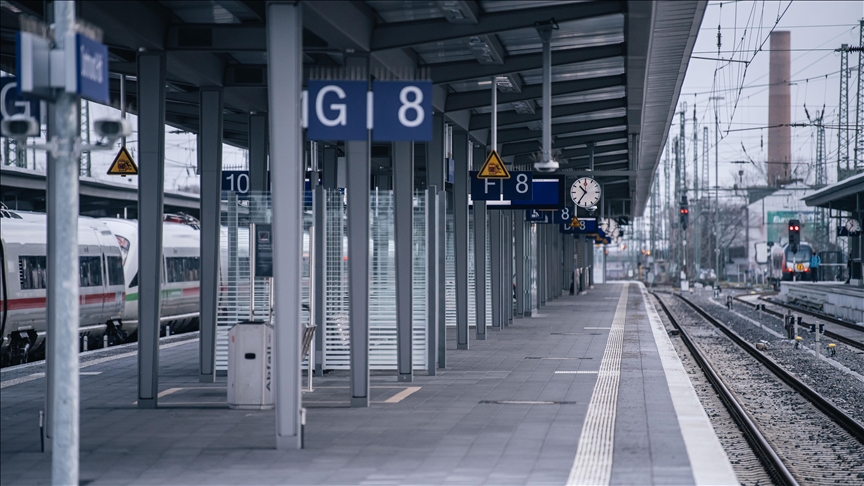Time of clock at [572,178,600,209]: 10:36
